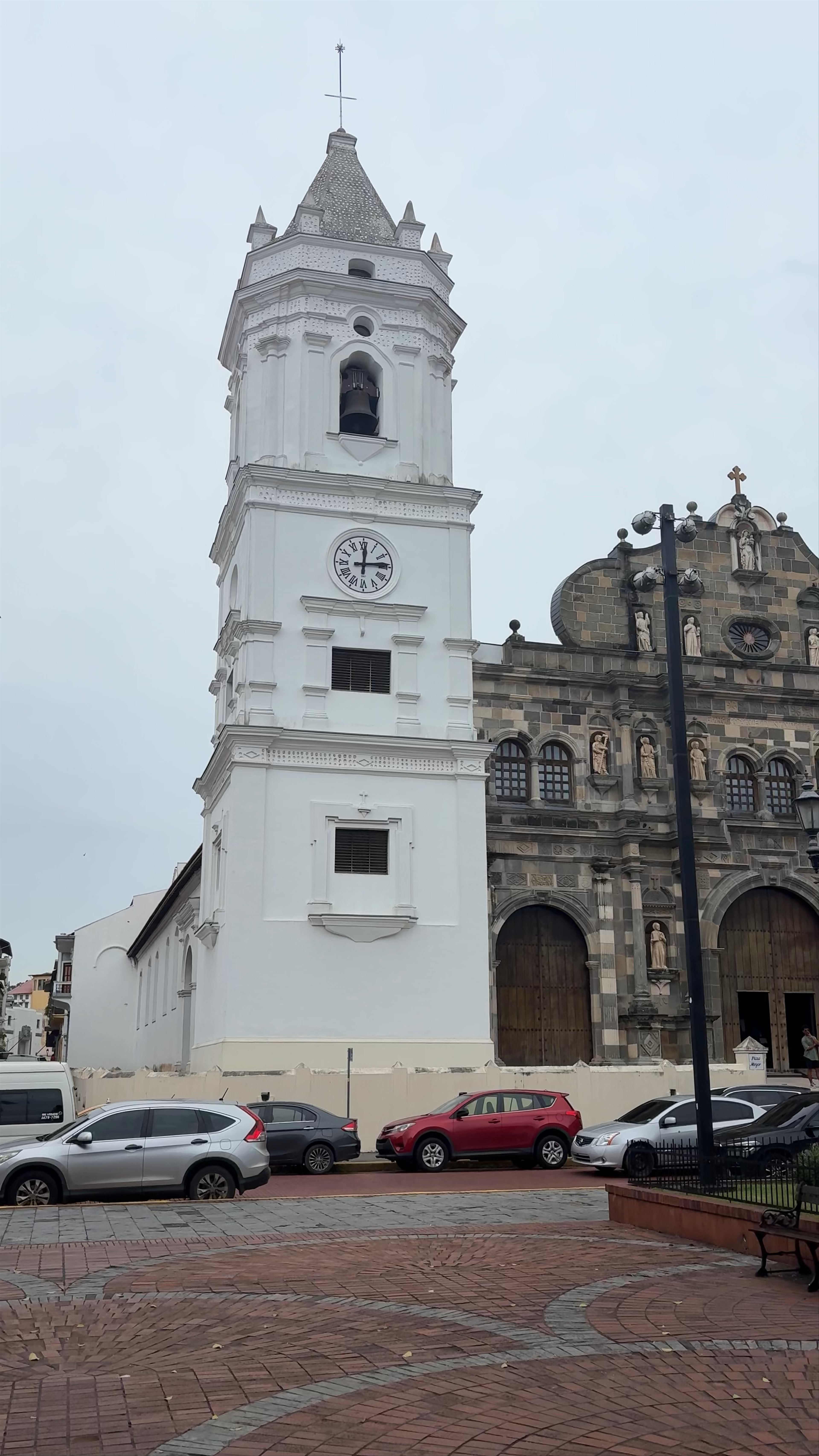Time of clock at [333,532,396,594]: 12:13
